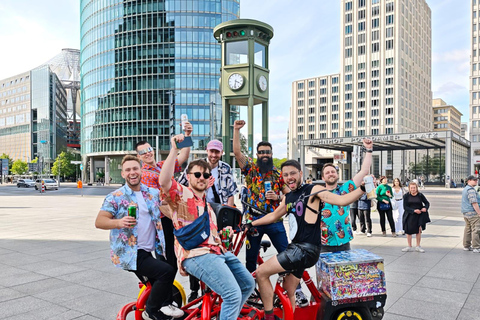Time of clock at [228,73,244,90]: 3:32
